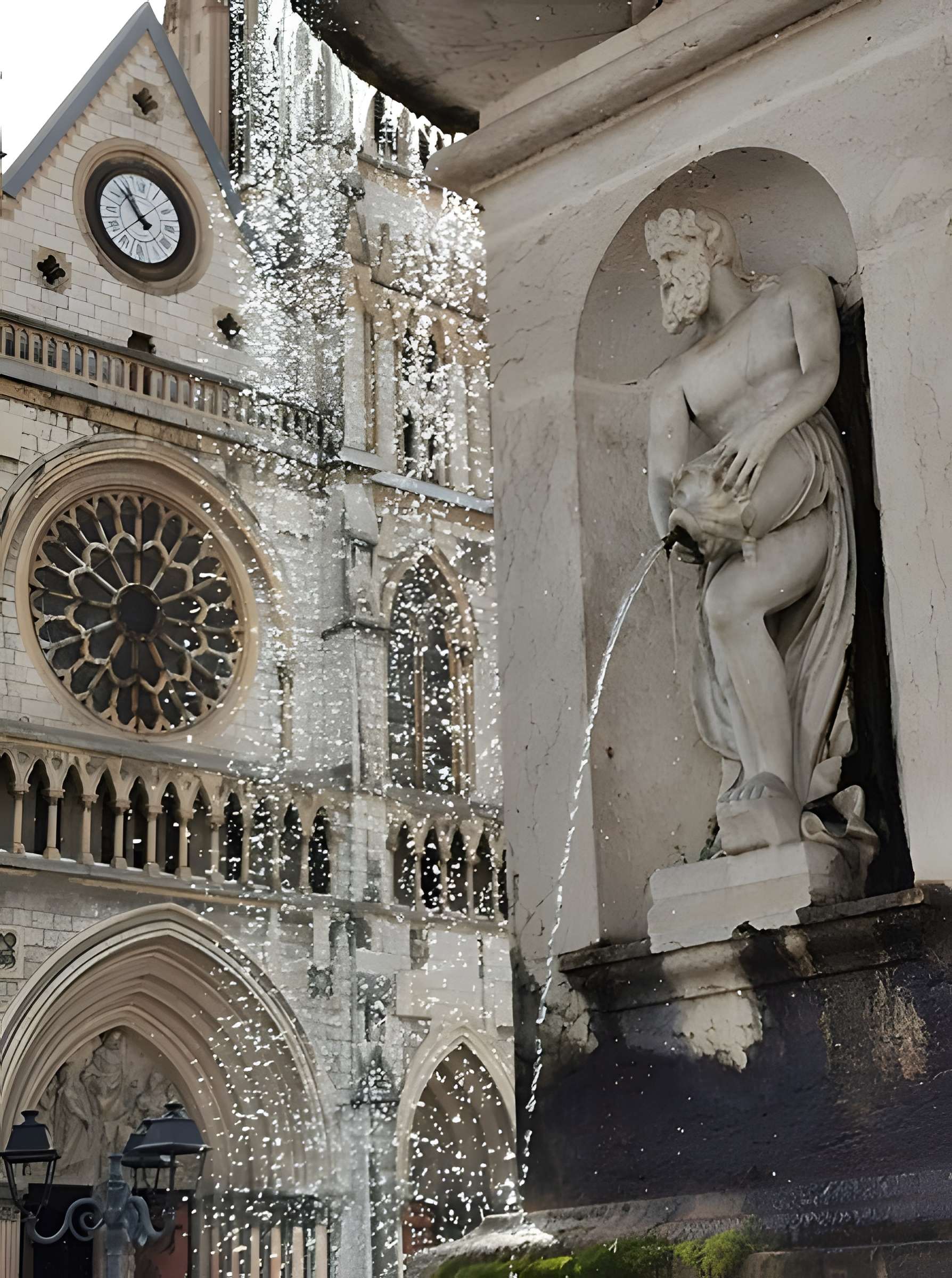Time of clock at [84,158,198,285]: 10:52
